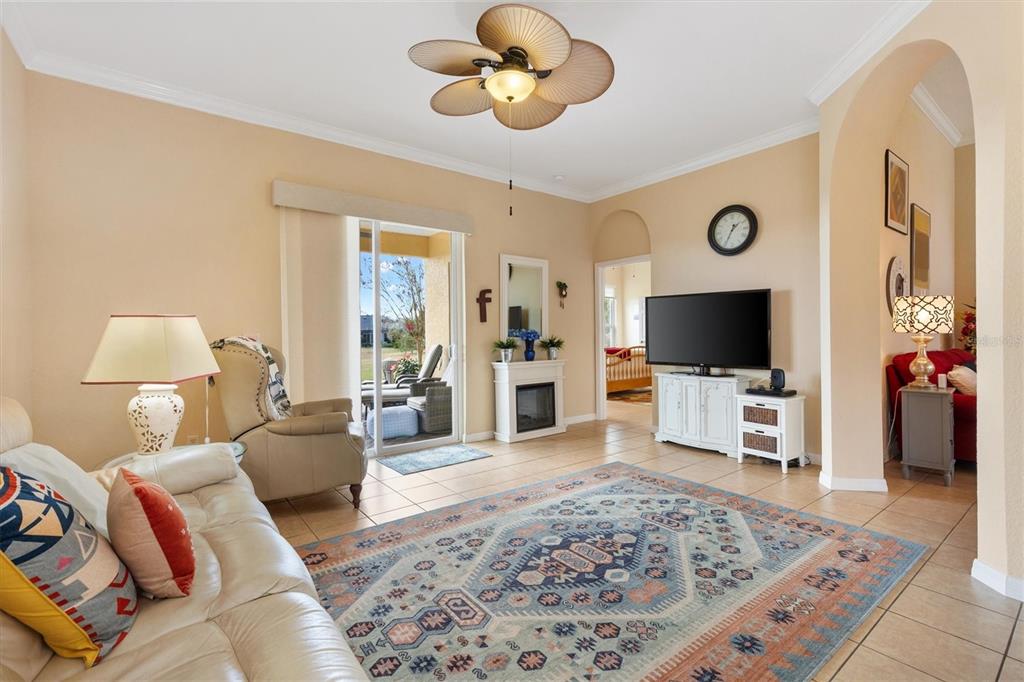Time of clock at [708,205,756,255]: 1:34
